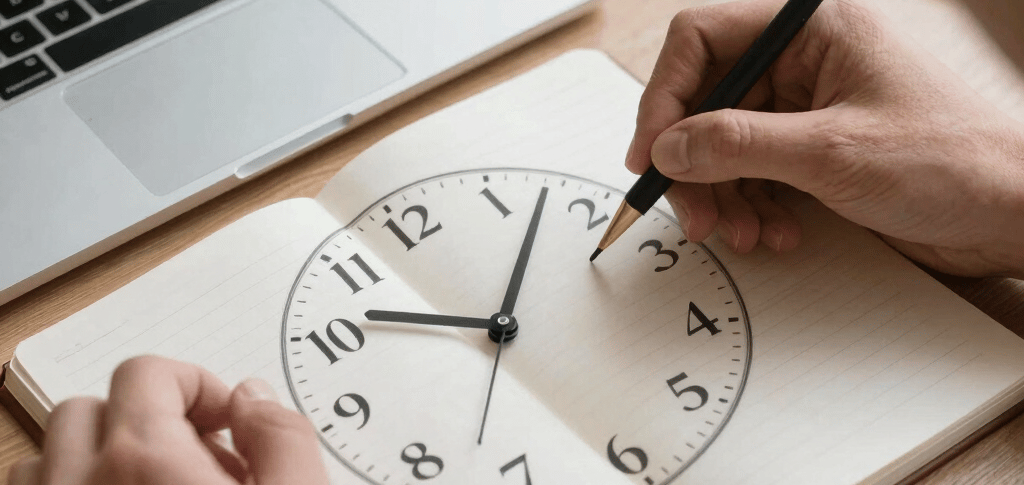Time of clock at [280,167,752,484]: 10:07
